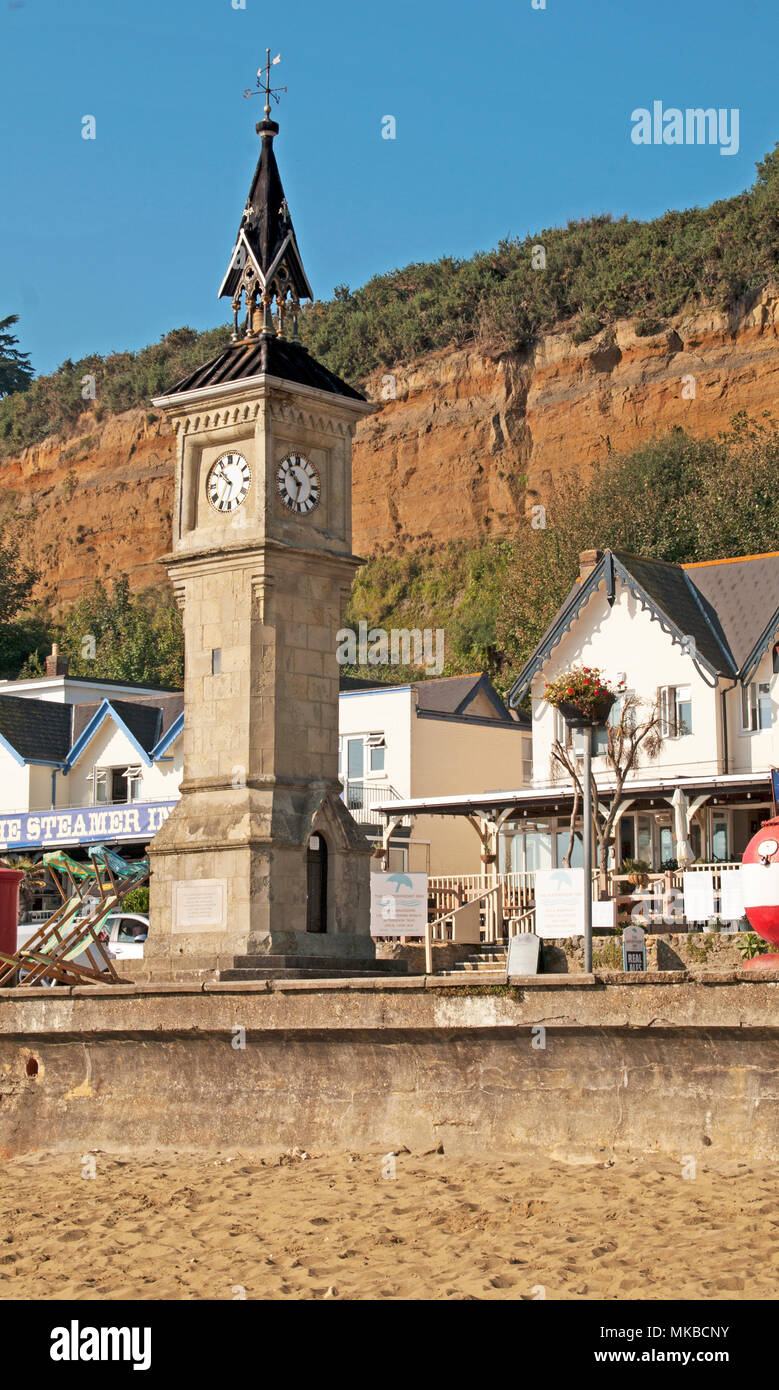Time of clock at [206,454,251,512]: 10:35
